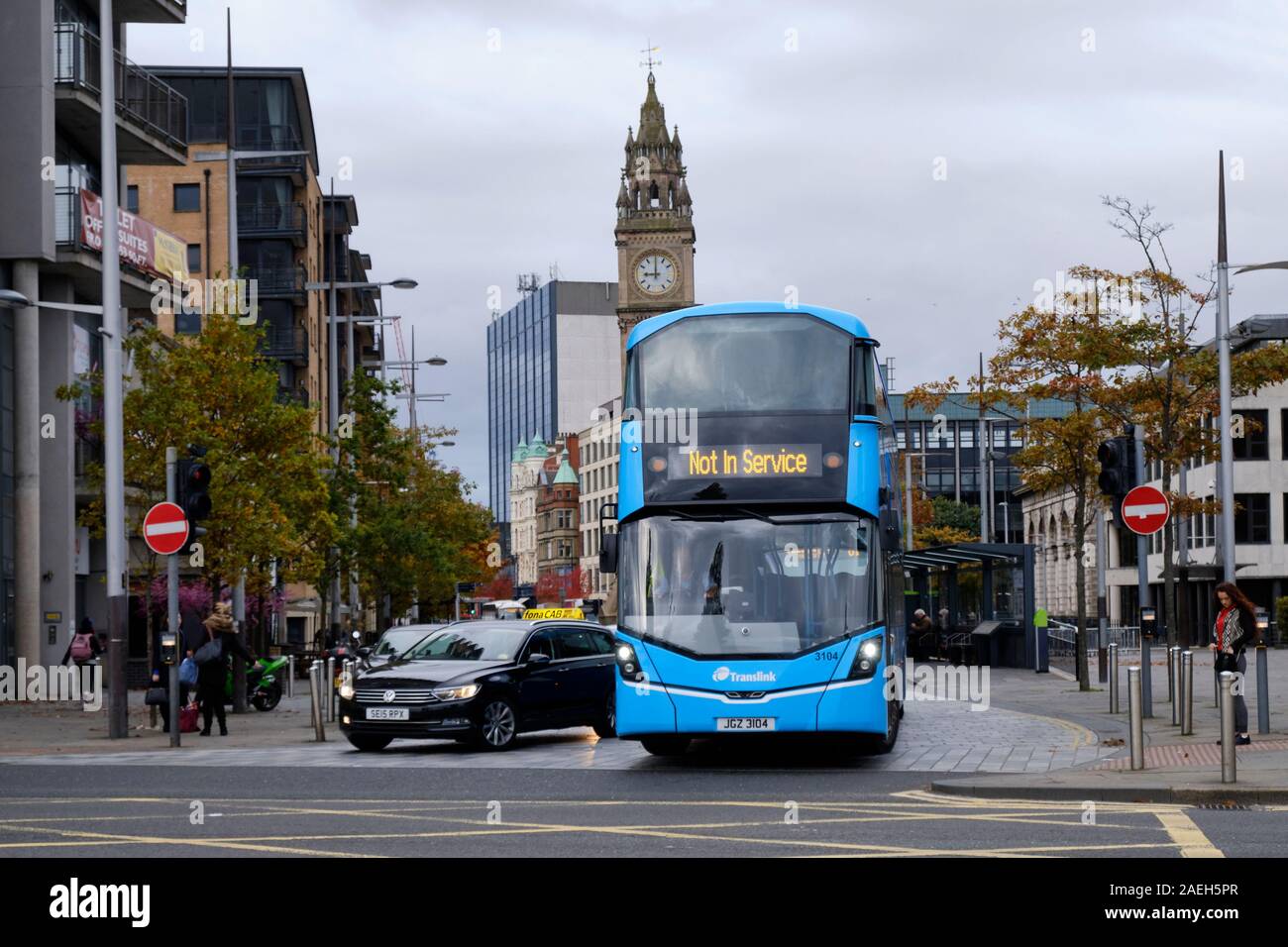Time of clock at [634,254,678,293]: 9:00
